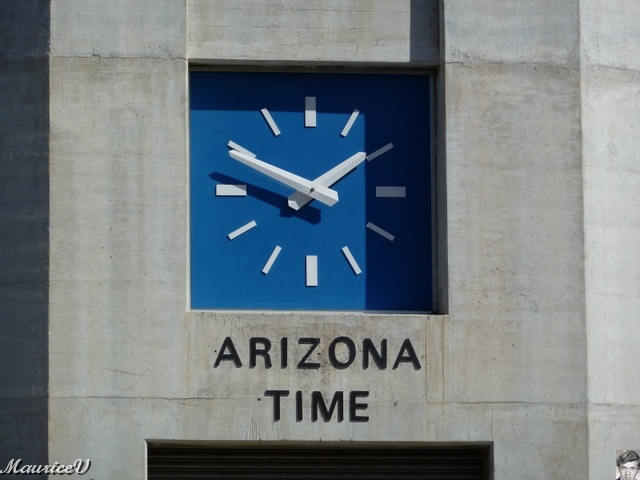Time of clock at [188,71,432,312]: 1:49
